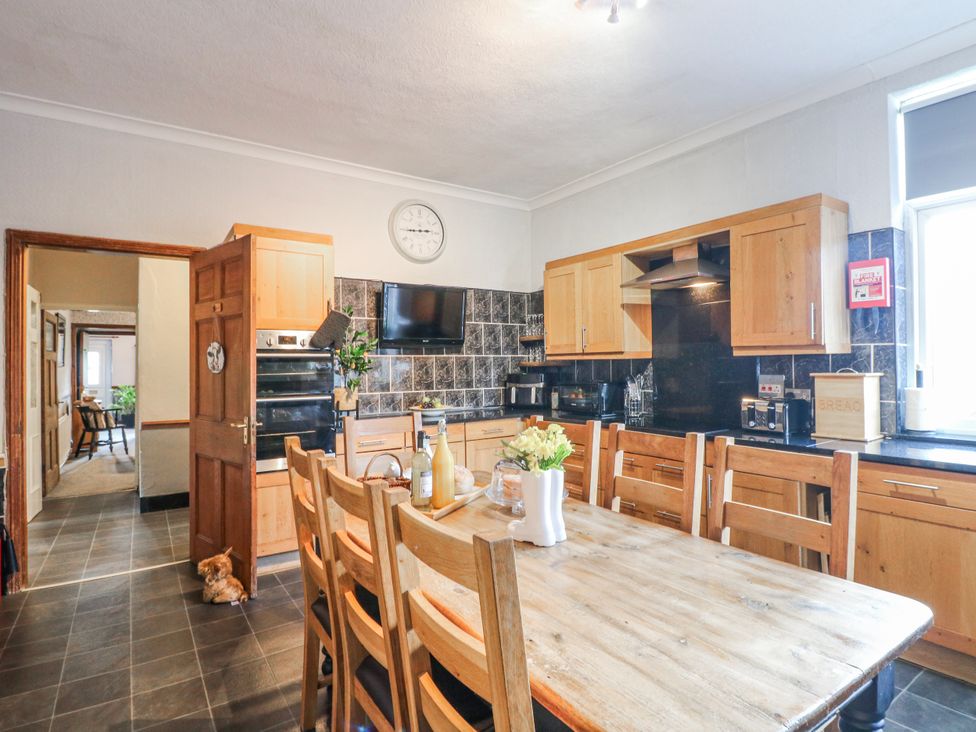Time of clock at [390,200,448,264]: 2:44
